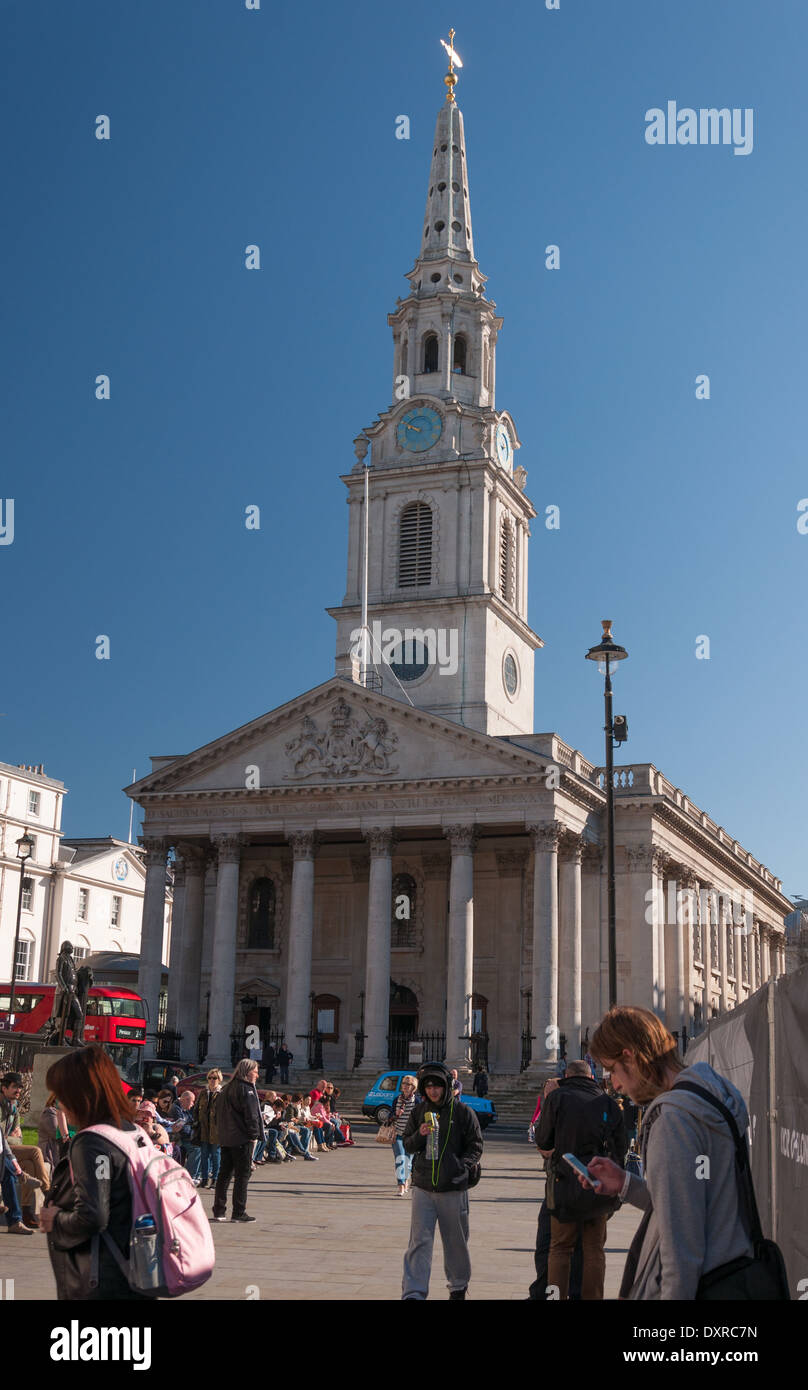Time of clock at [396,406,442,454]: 9:50
